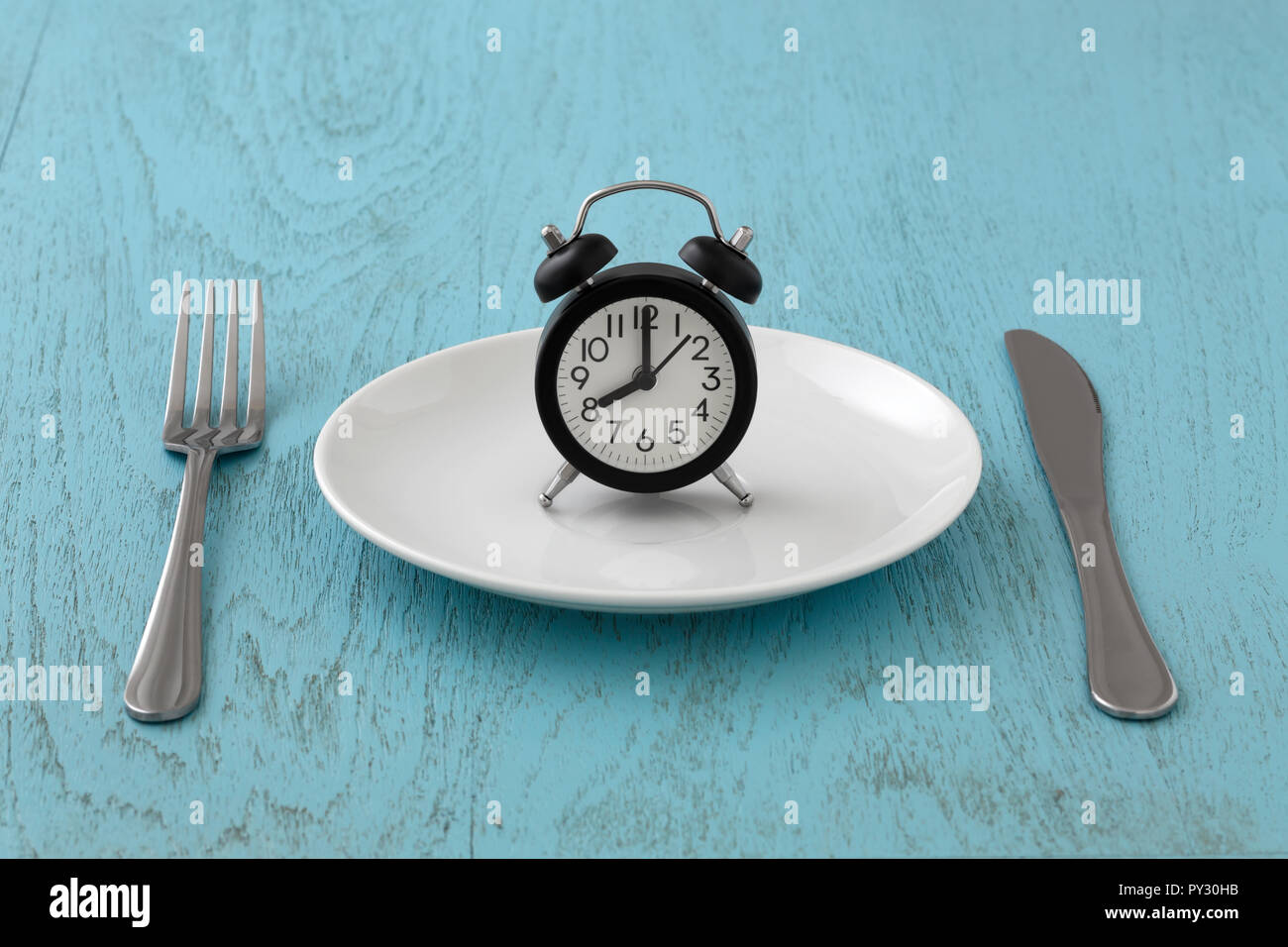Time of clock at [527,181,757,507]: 8:00
